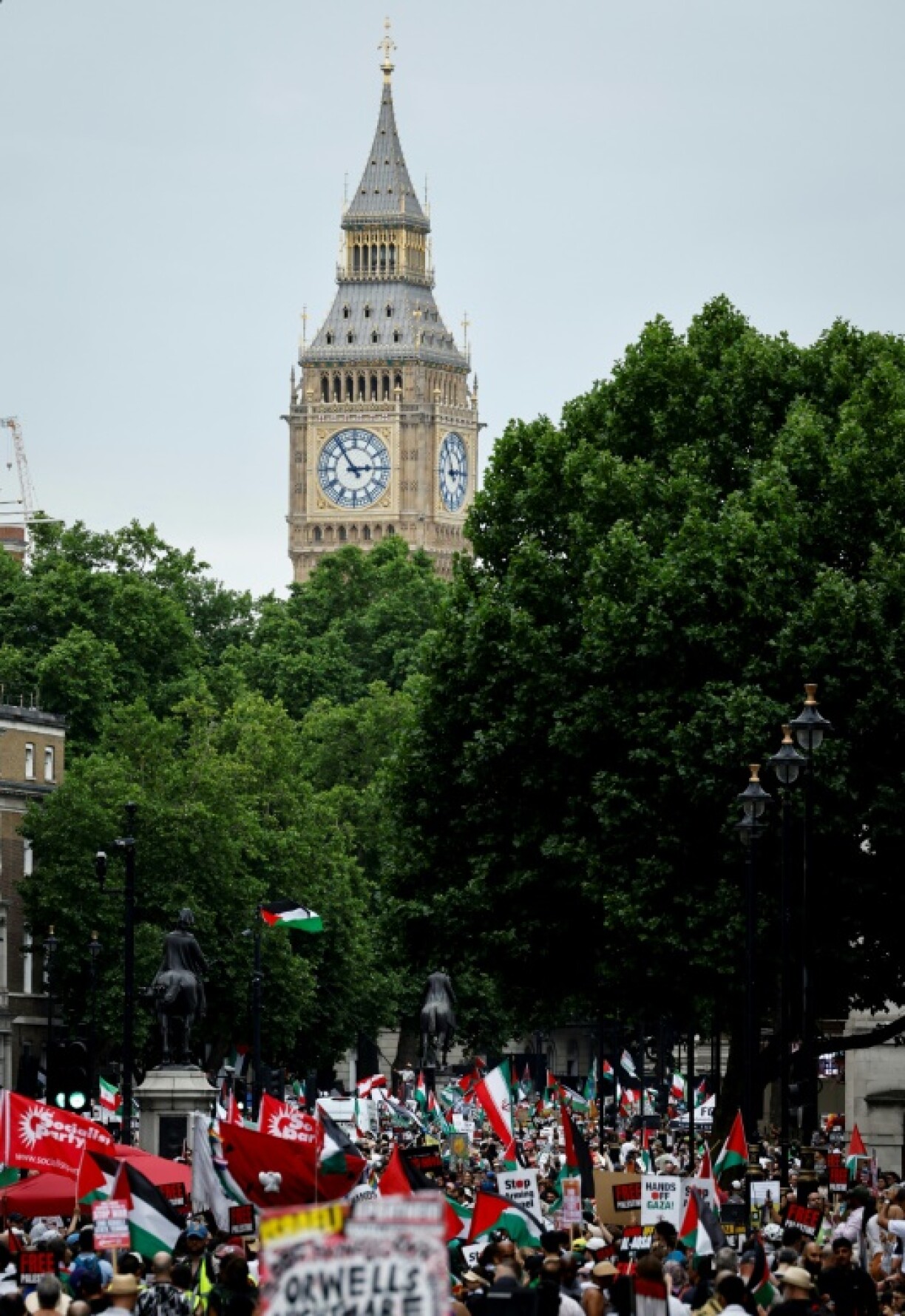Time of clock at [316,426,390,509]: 2:54
